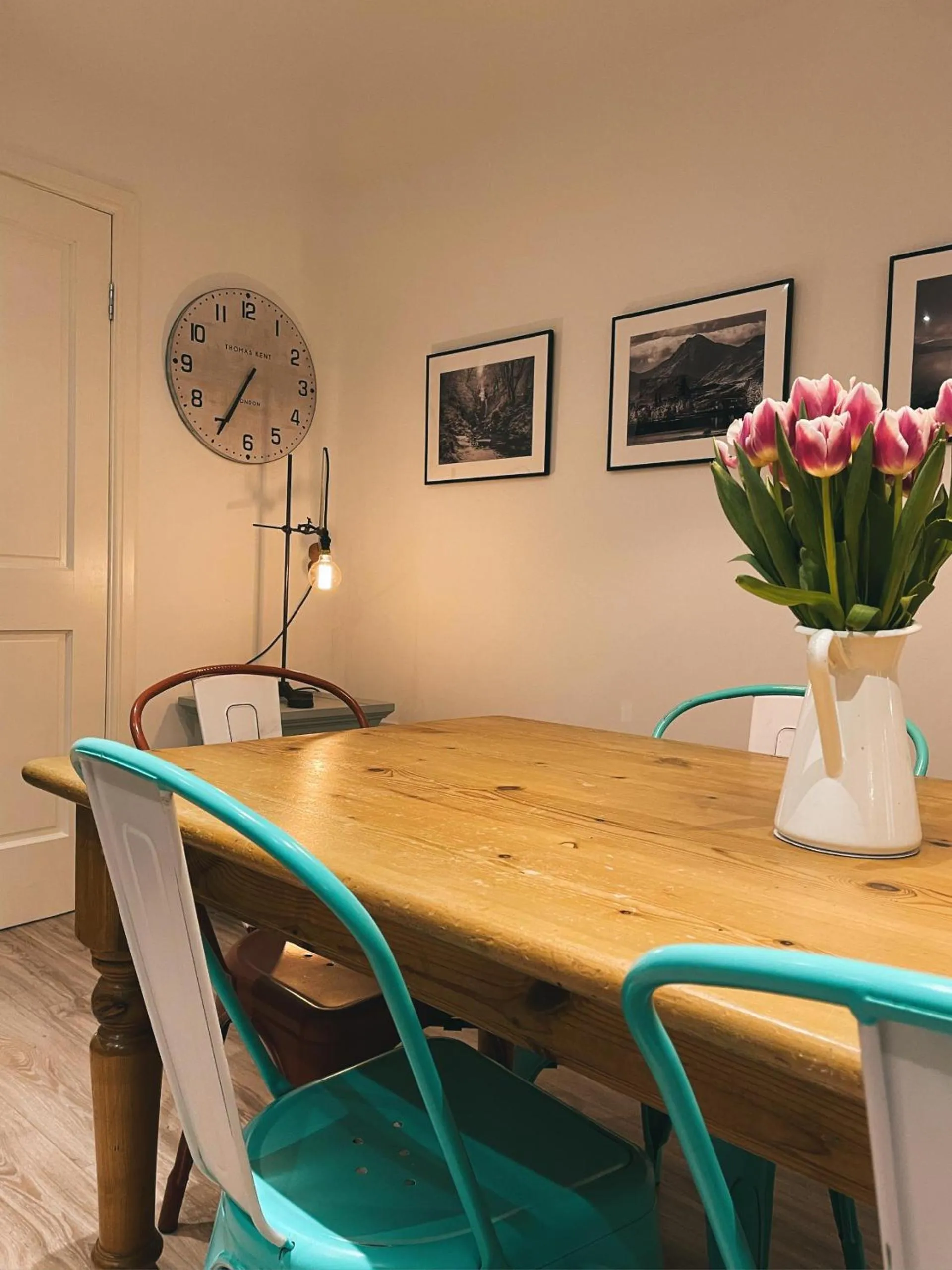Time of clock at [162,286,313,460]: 6:34
